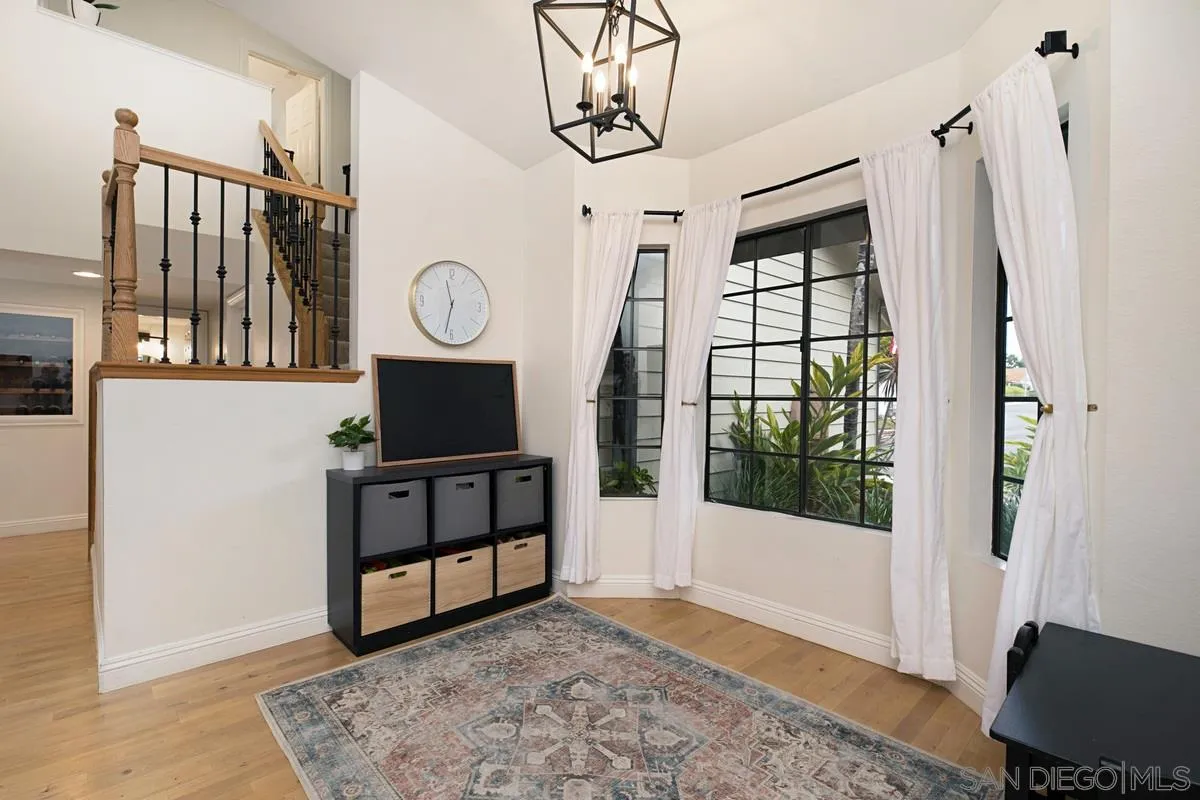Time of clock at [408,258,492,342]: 11:32
